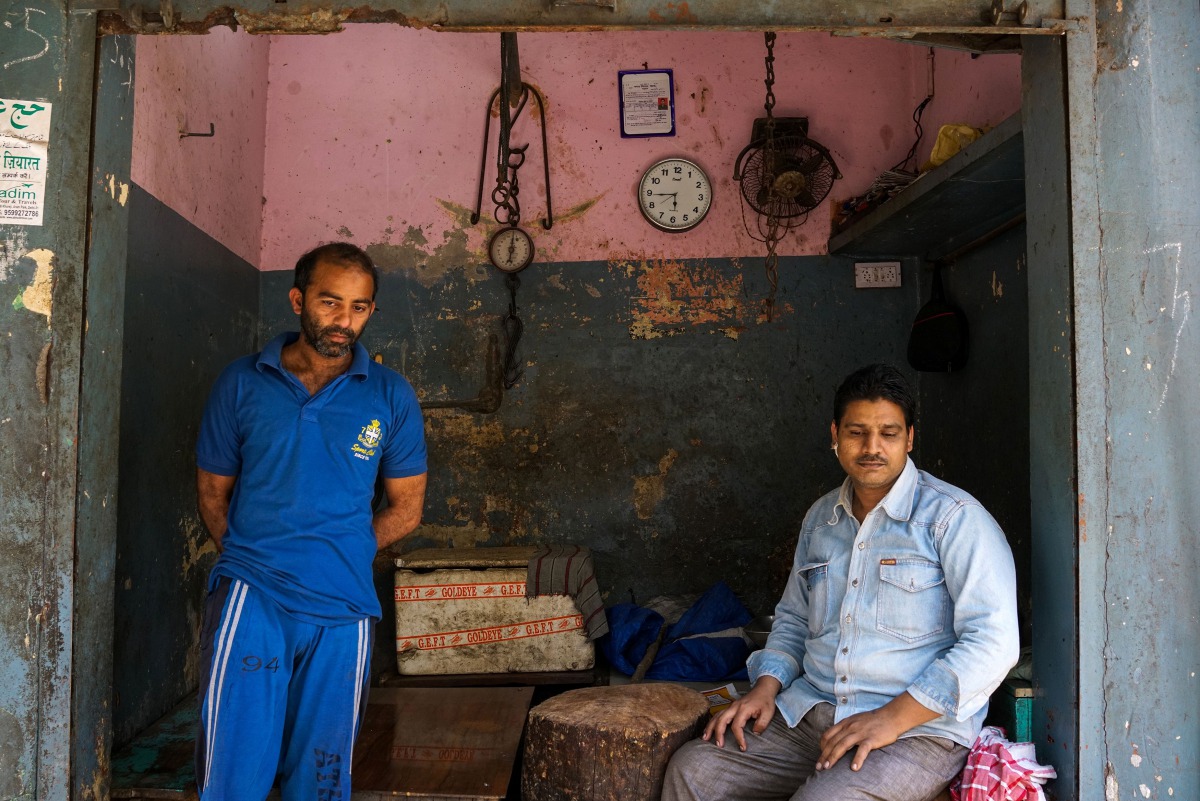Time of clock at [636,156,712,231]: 5:44
